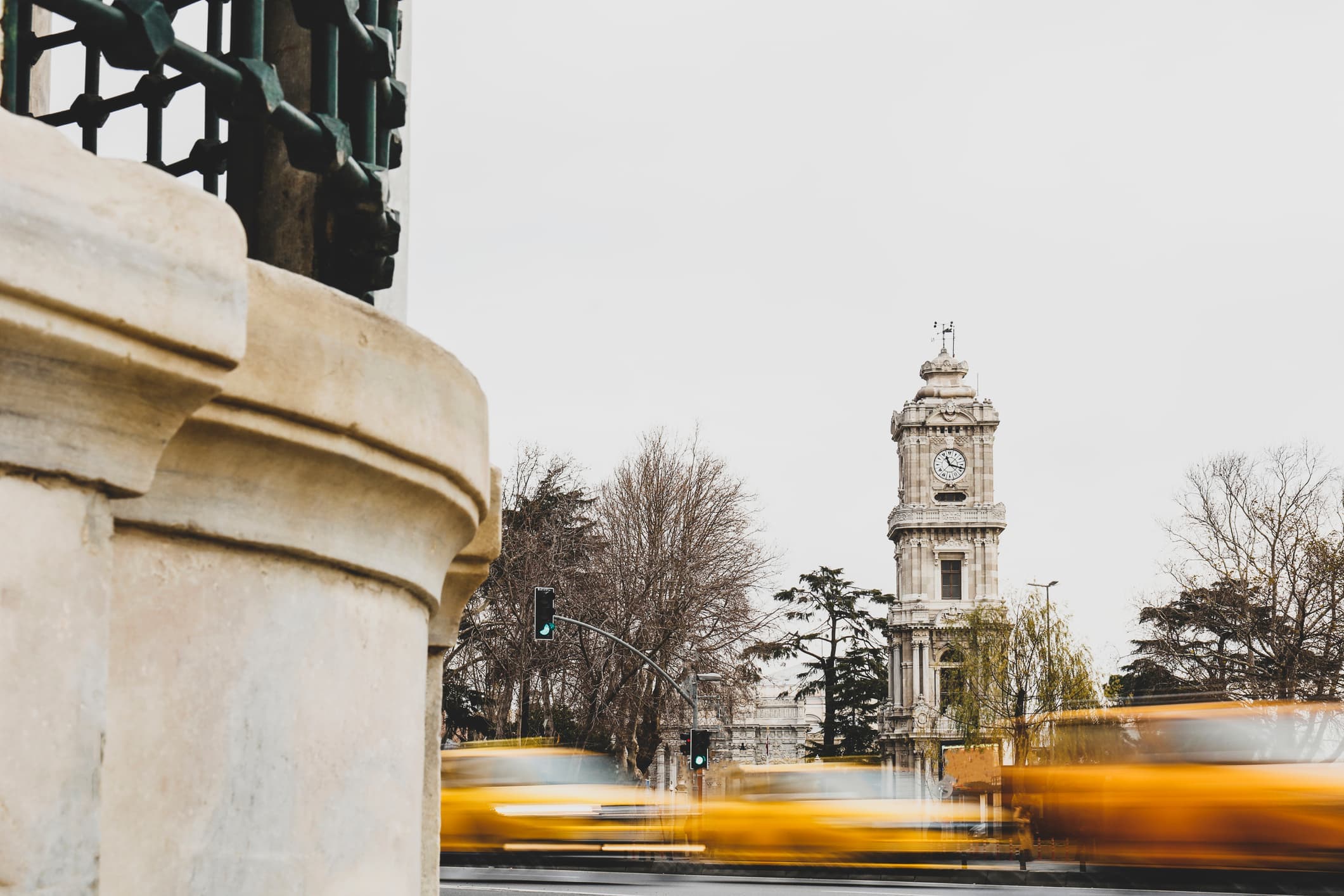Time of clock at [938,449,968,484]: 11:17
